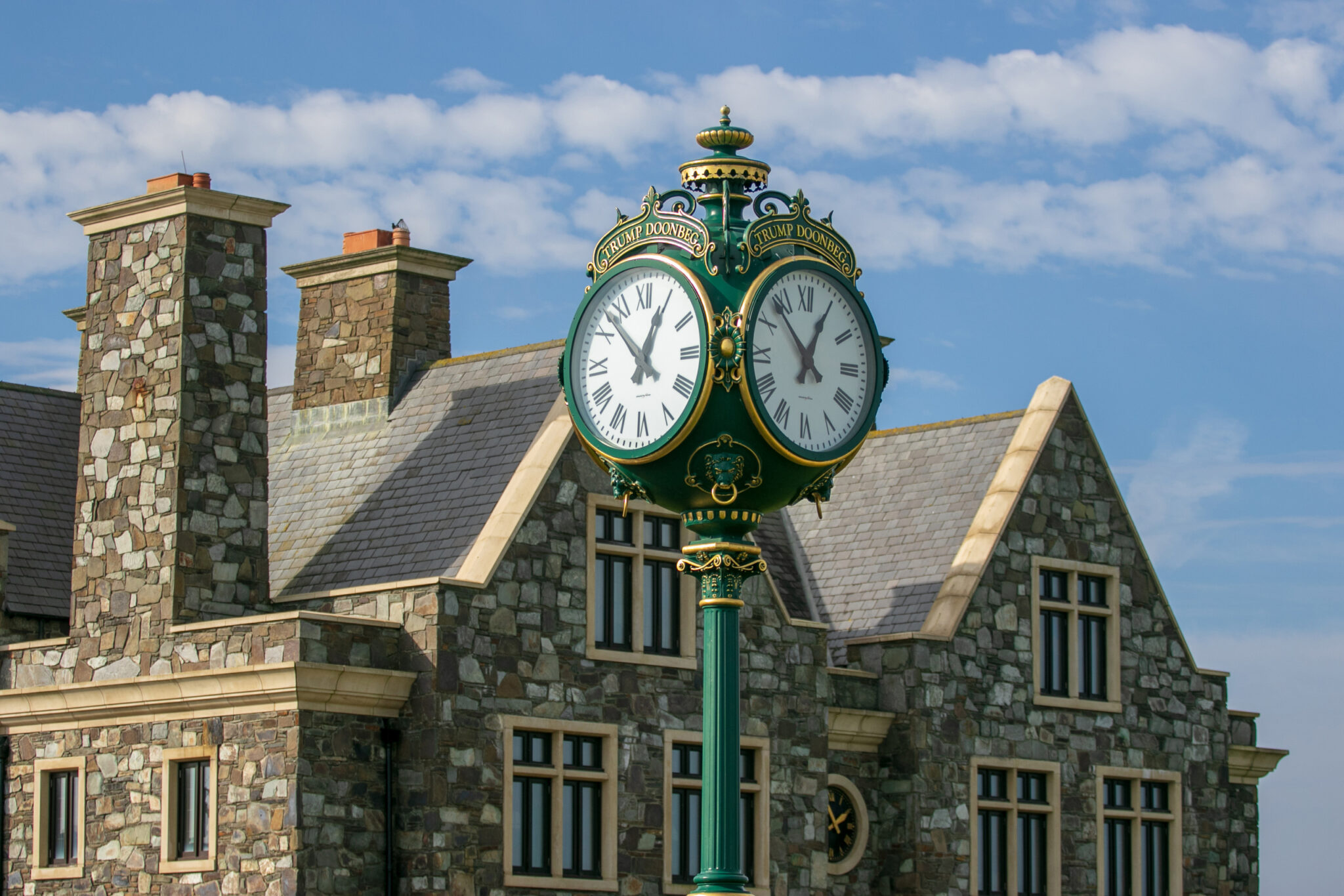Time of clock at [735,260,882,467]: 12:53
